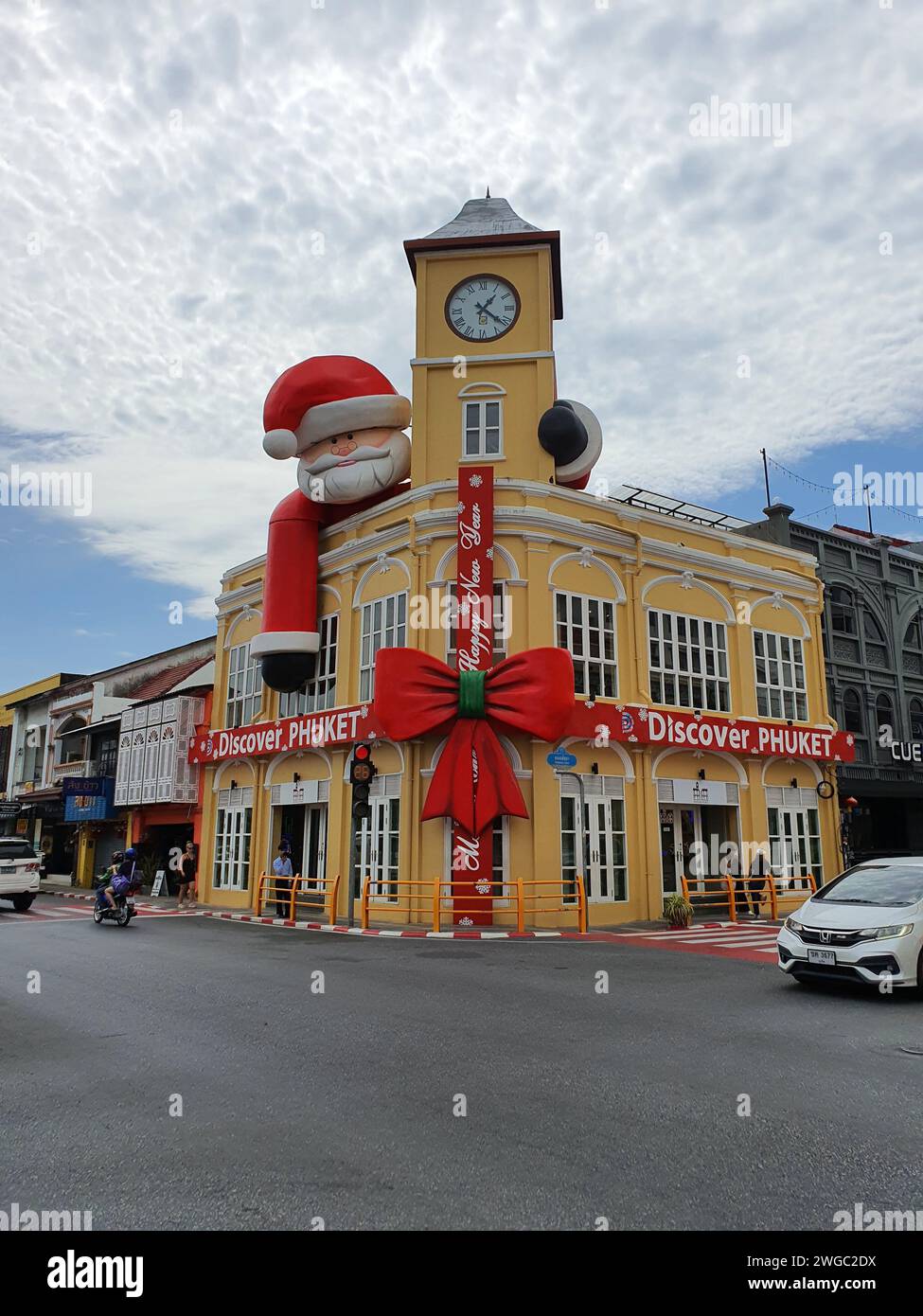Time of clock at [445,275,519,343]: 1:21
